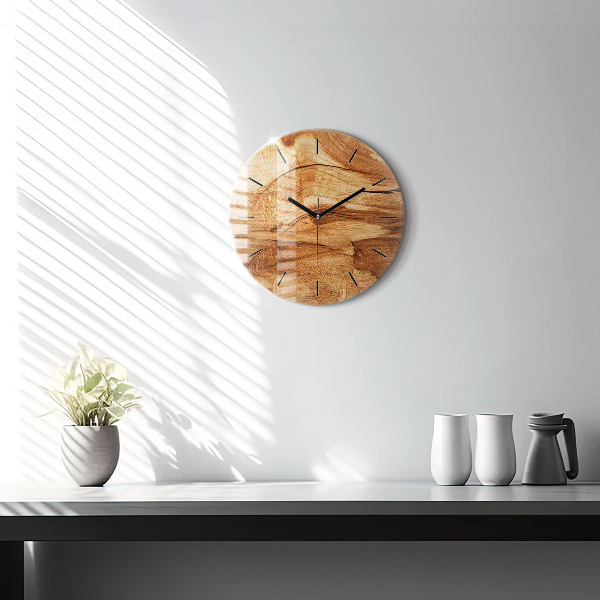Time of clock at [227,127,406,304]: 10:09
